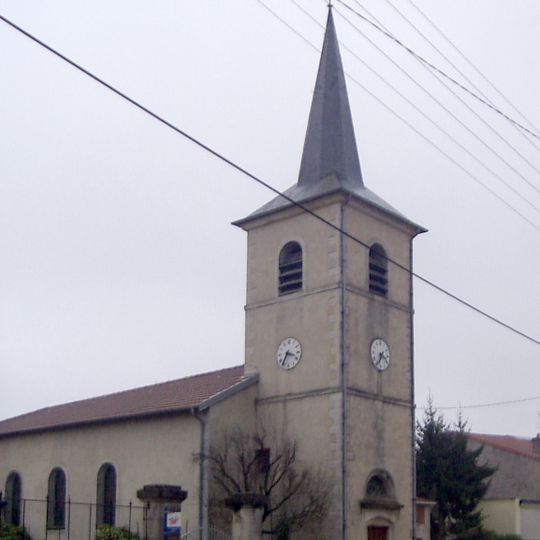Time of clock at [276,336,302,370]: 3:35
